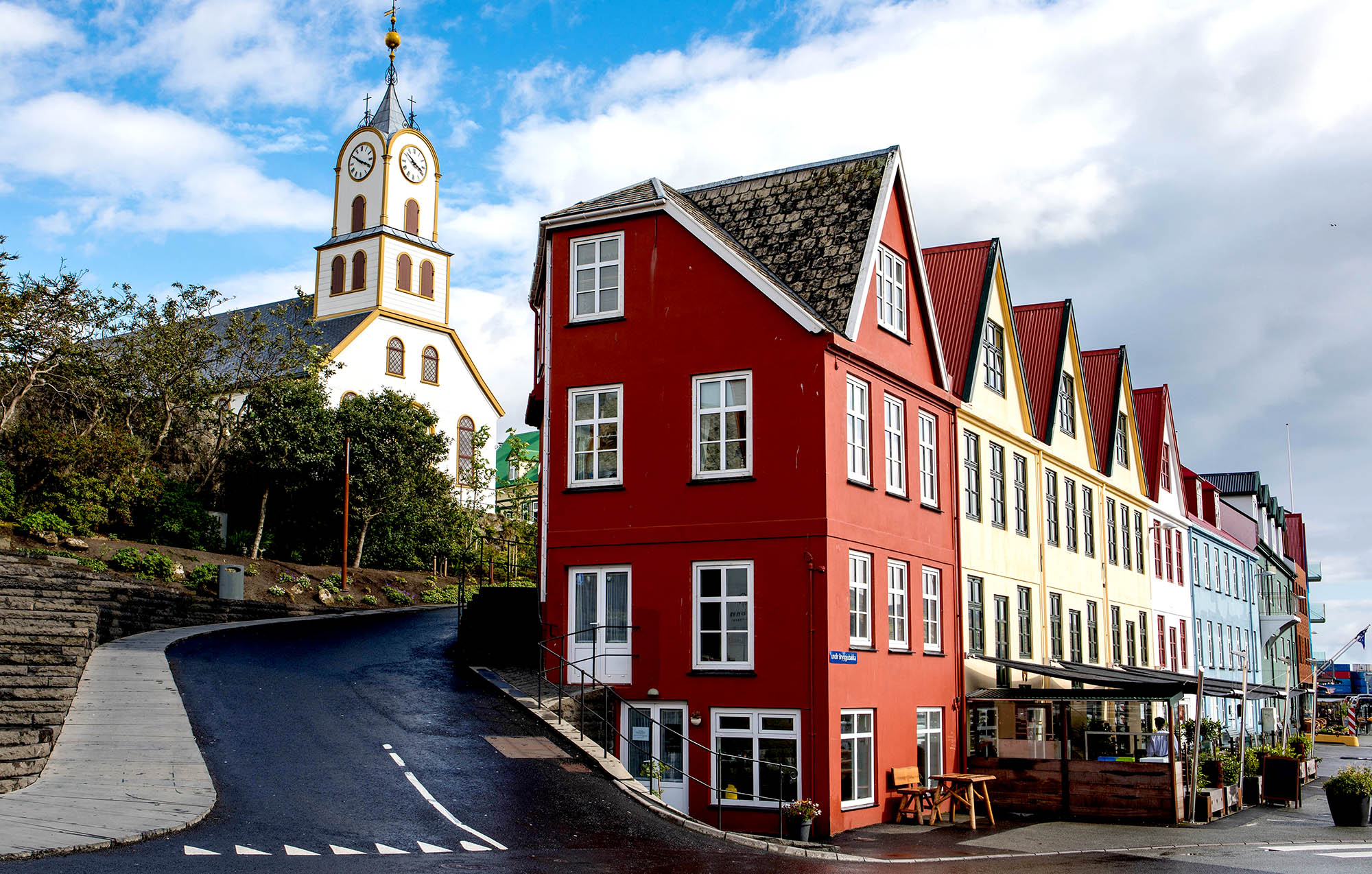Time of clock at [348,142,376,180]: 3:50
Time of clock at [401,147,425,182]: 10:18
